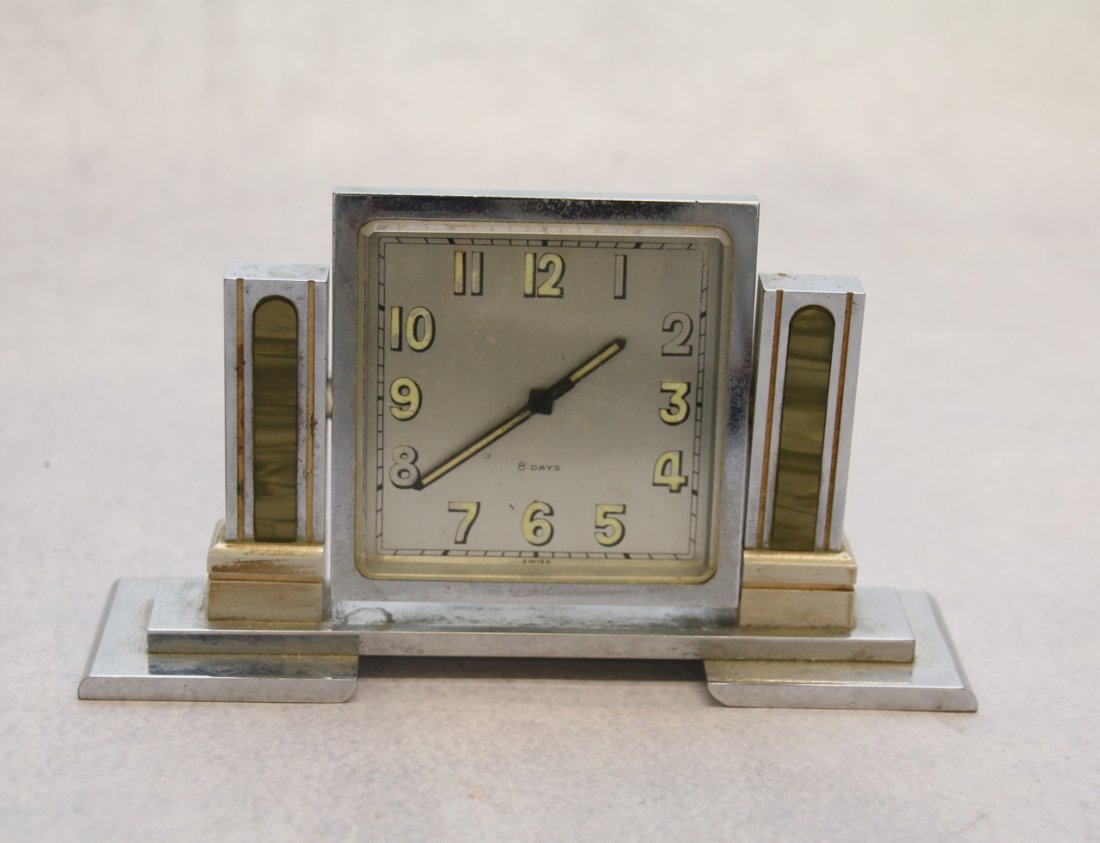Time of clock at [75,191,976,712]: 1:39
